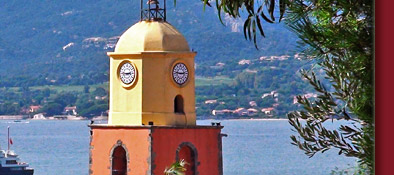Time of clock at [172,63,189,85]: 2:46
